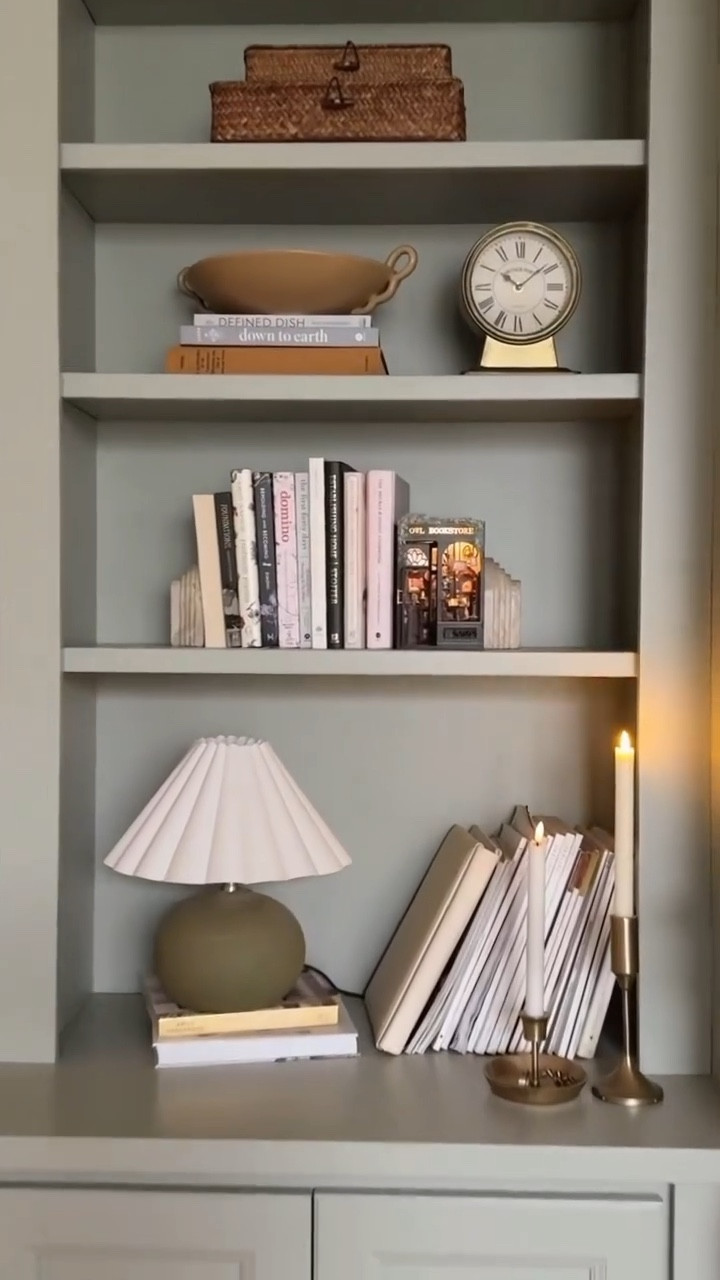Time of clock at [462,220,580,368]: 10:08
